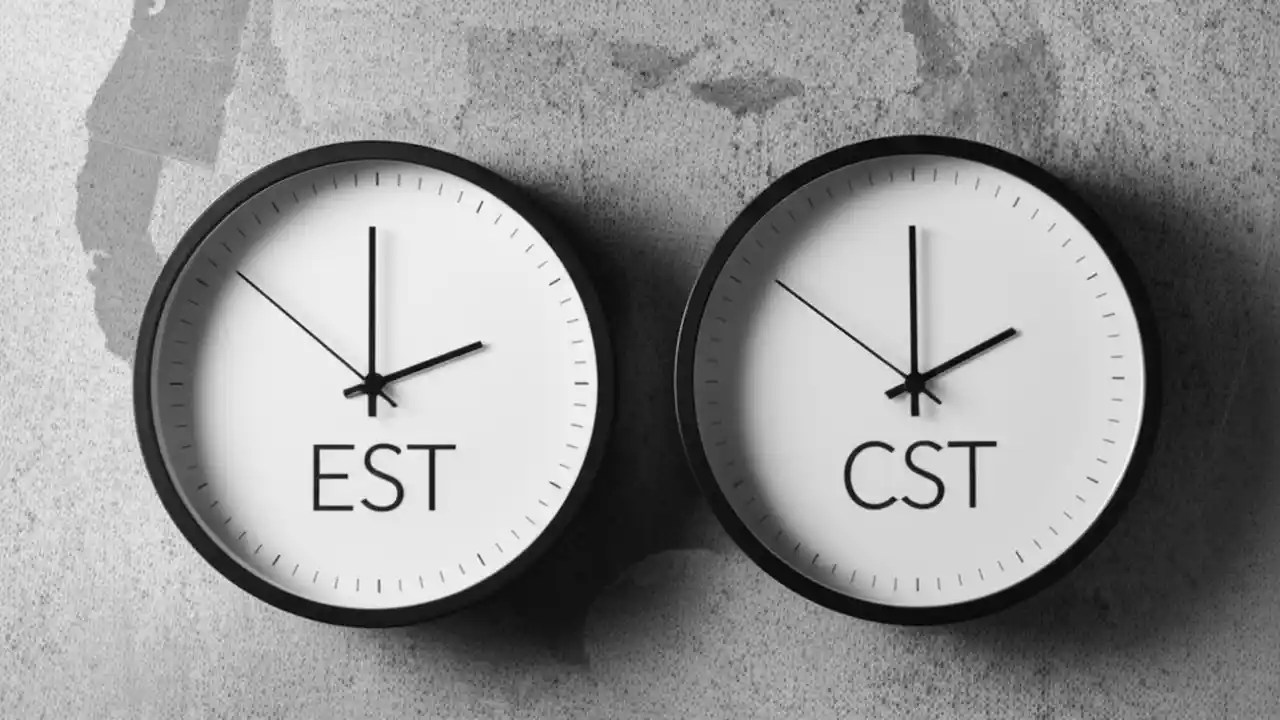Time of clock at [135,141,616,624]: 1:59
